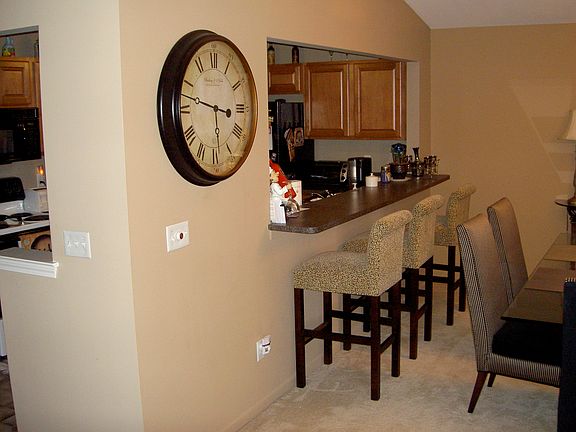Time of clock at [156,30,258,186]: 5:47
